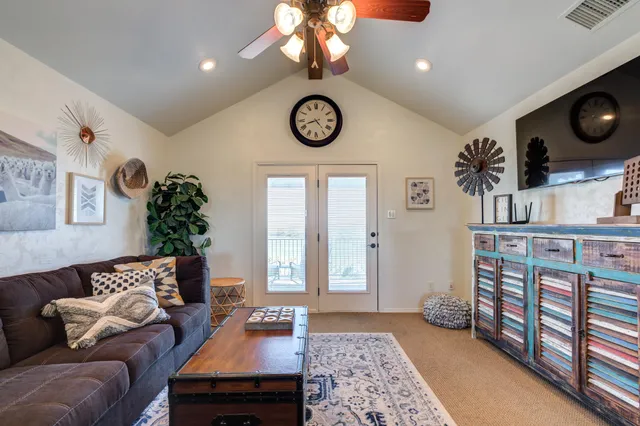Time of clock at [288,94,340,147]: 8:23
